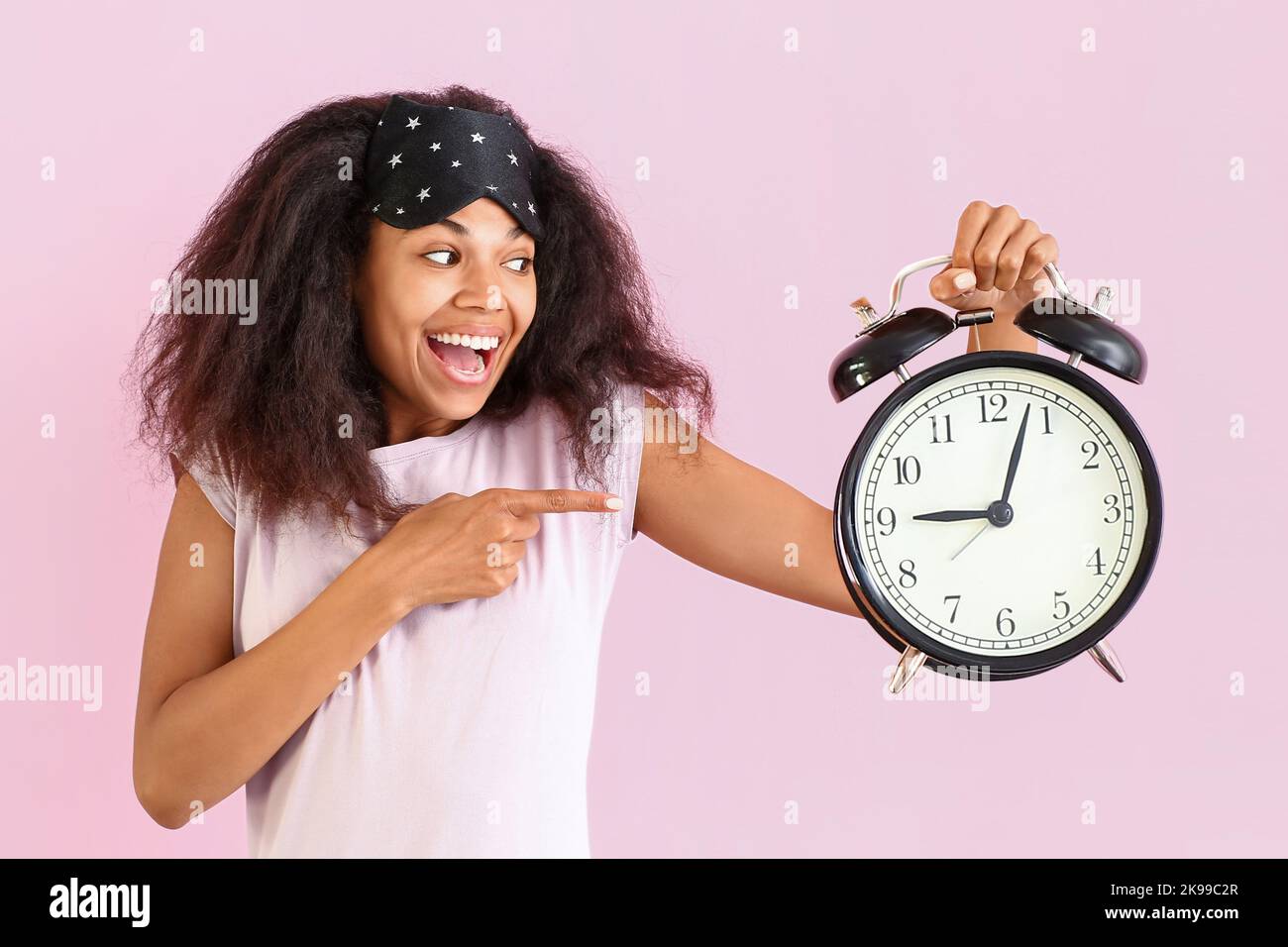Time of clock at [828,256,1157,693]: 9:03
